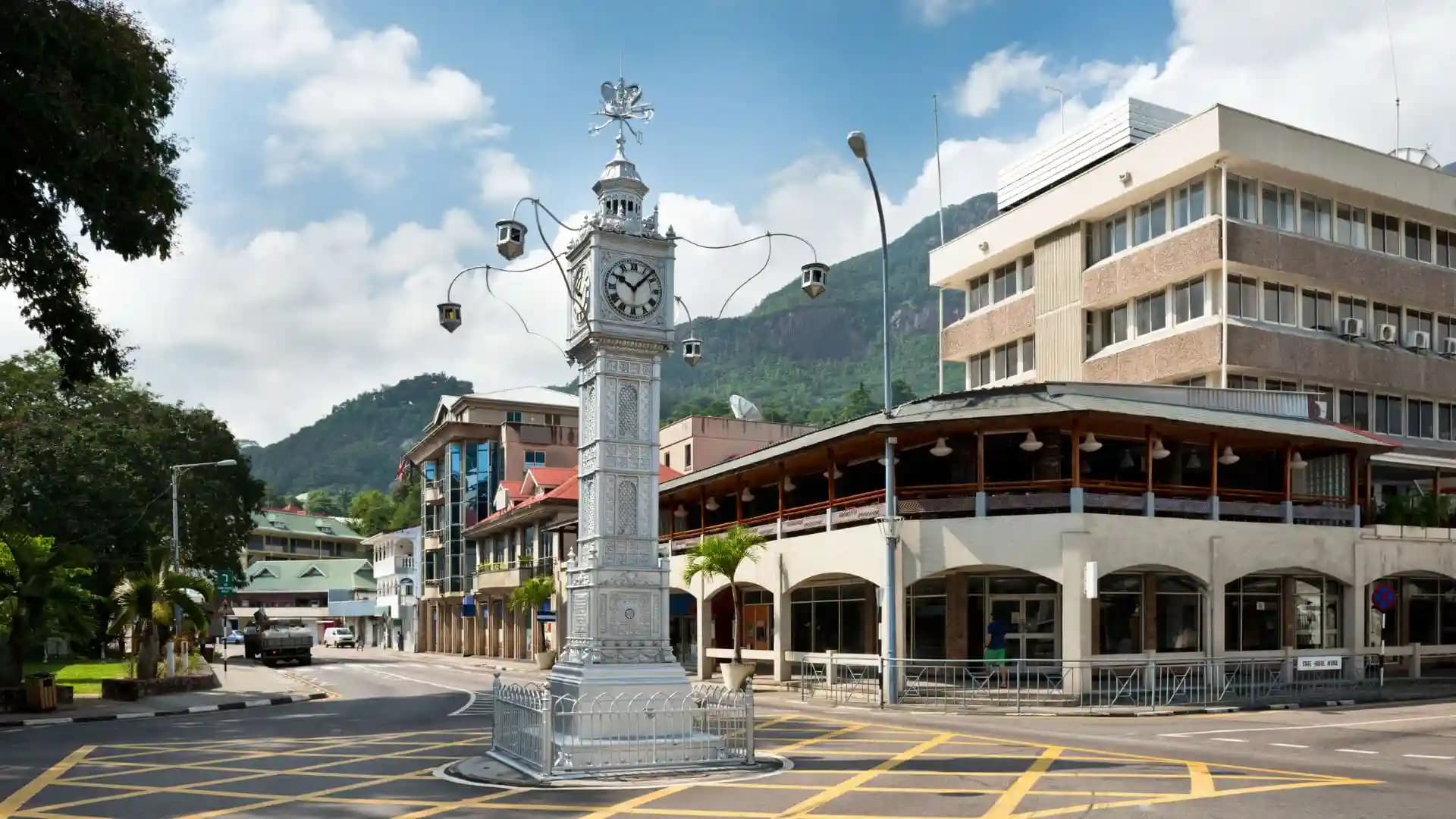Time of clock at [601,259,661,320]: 10:07
